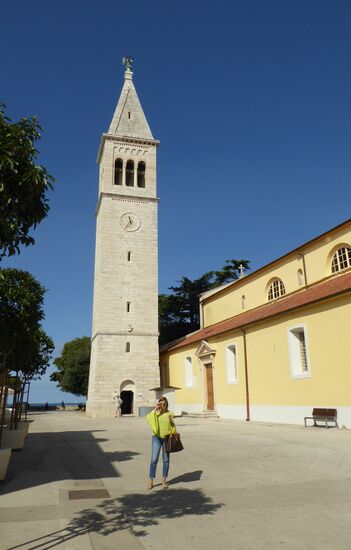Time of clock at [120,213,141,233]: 11:35
